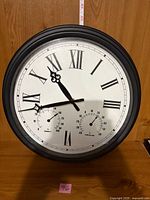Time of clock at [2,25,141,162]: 10:42
